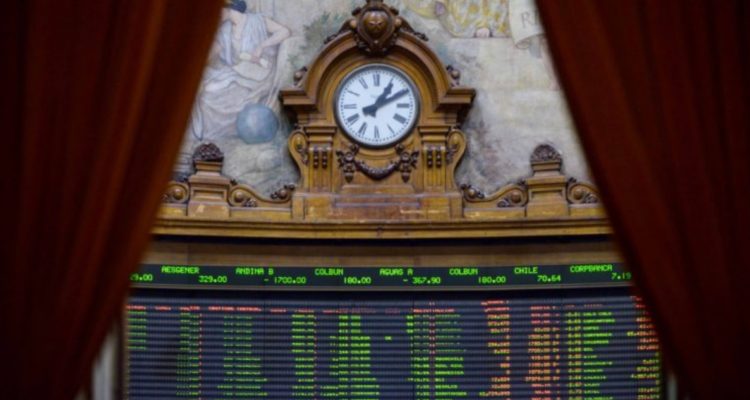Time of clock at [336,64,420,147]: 1:10
